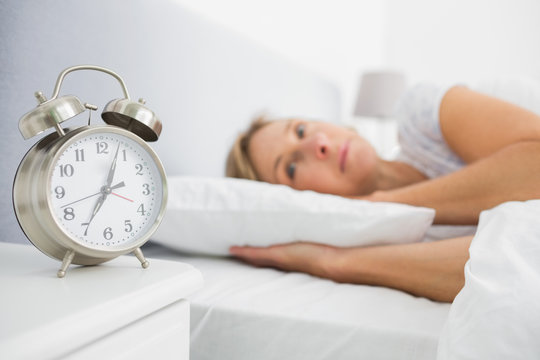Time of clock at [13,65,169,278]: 7:03
